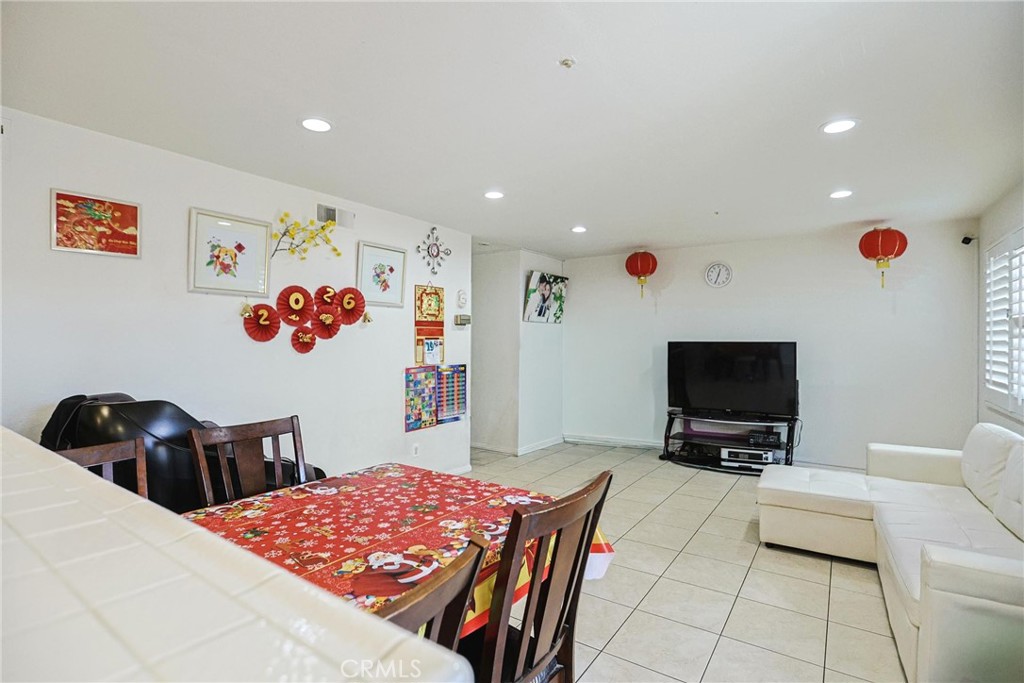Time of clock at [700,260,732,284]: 12:33
